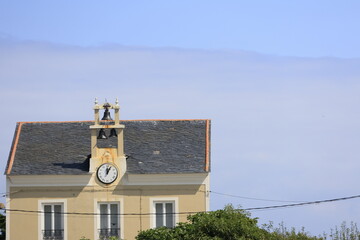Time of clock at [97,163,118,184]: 12:04
